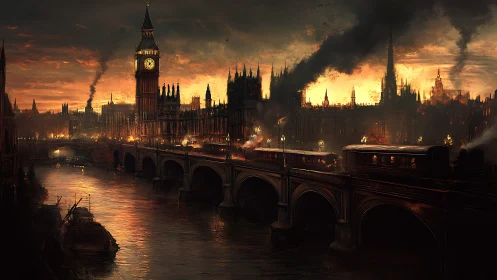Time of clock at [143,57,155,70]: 11:07
